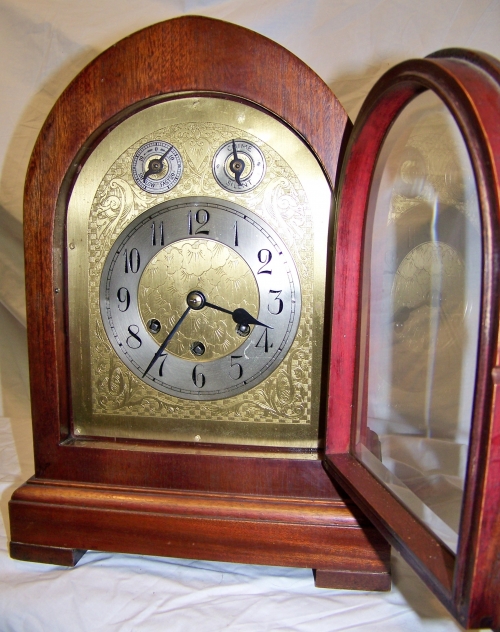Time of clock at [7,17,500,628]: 3:36
